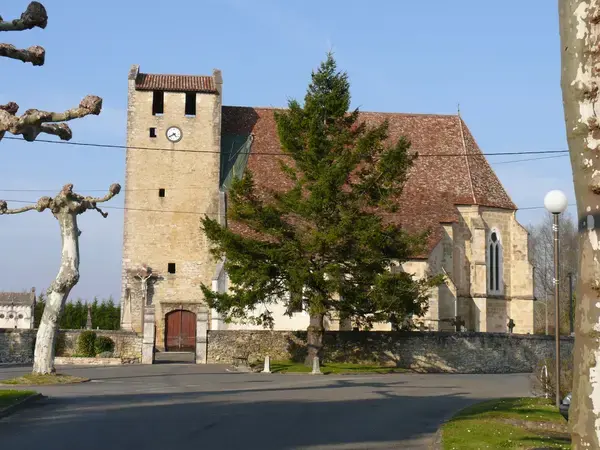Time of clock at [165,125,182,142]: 4:40
